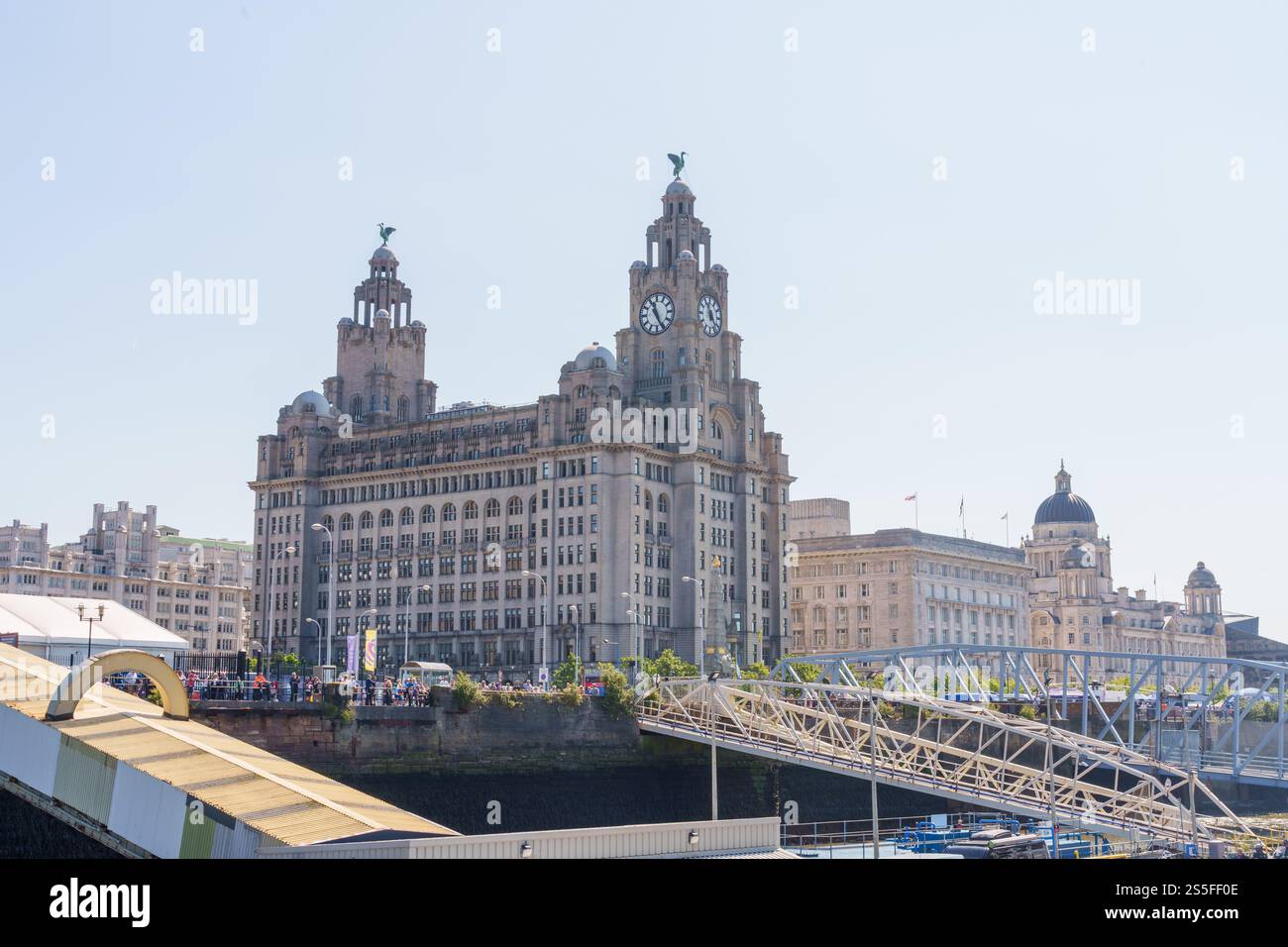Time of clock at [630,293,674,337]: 11:25
